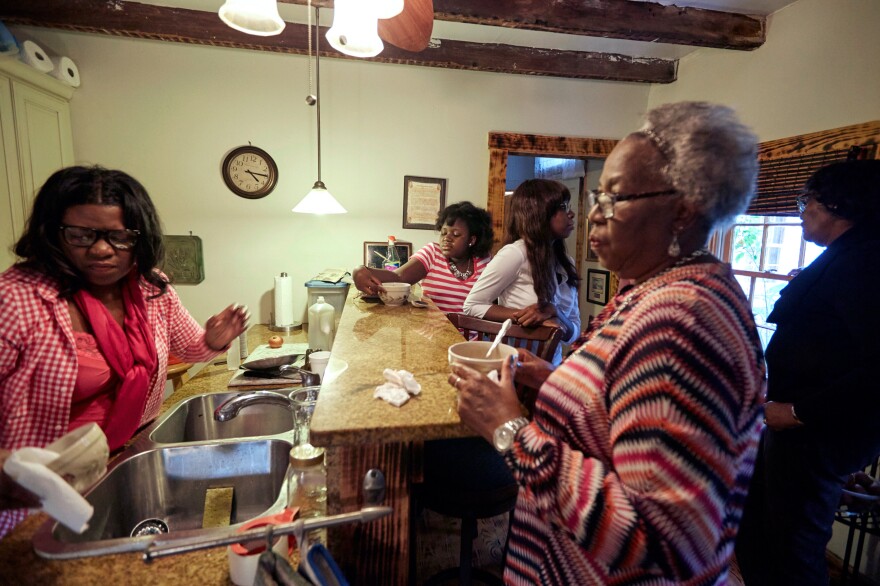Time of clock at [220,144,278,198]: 4:14
